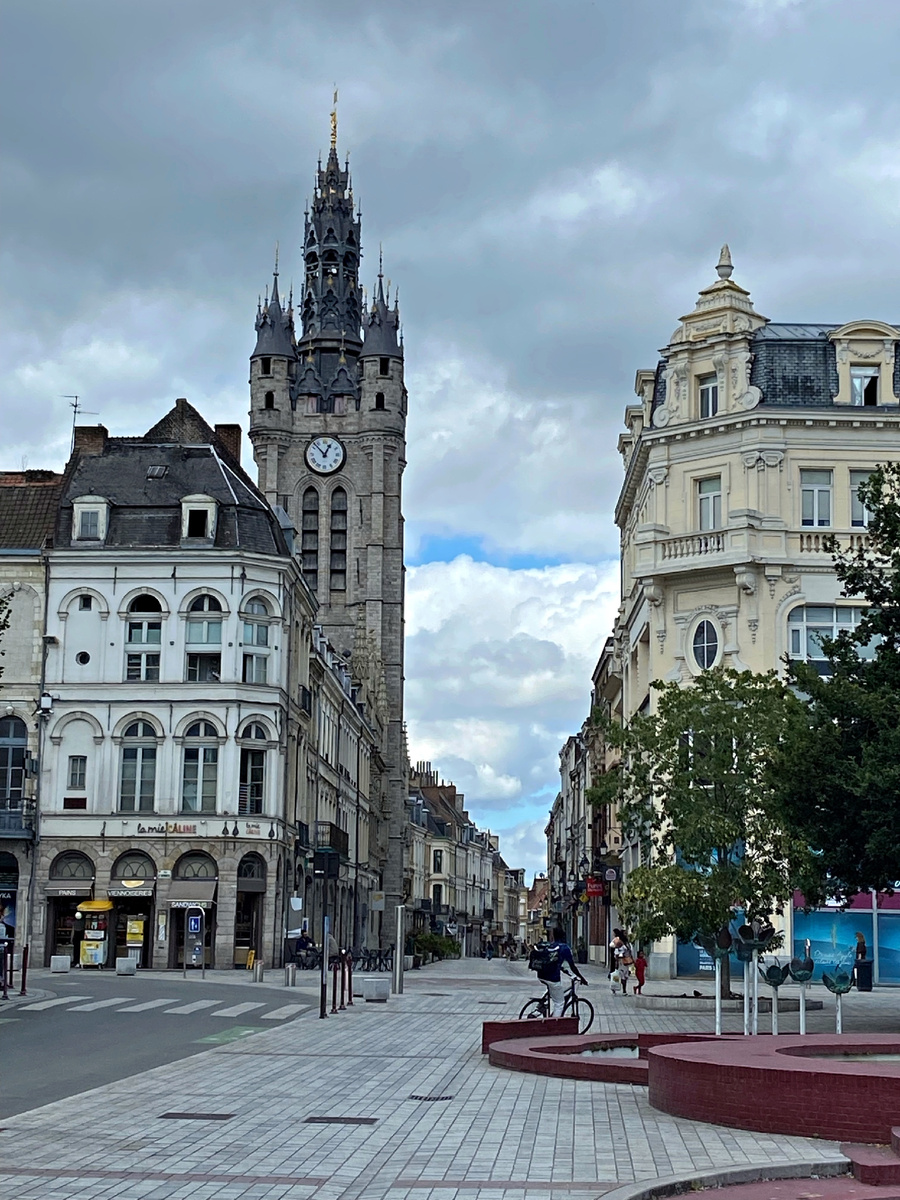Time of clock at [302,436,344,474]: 12:53
